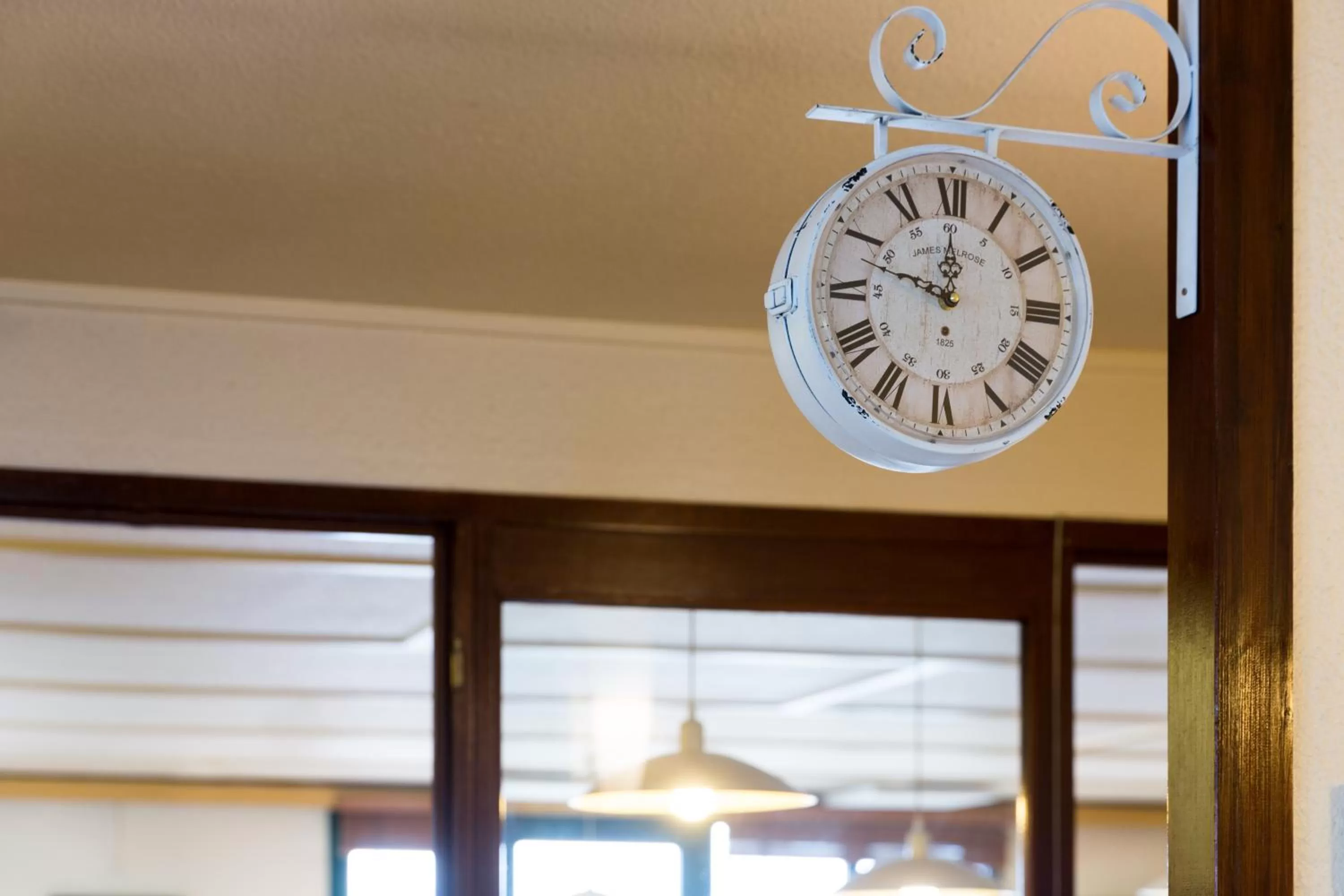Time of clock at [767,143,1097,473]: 11:48
